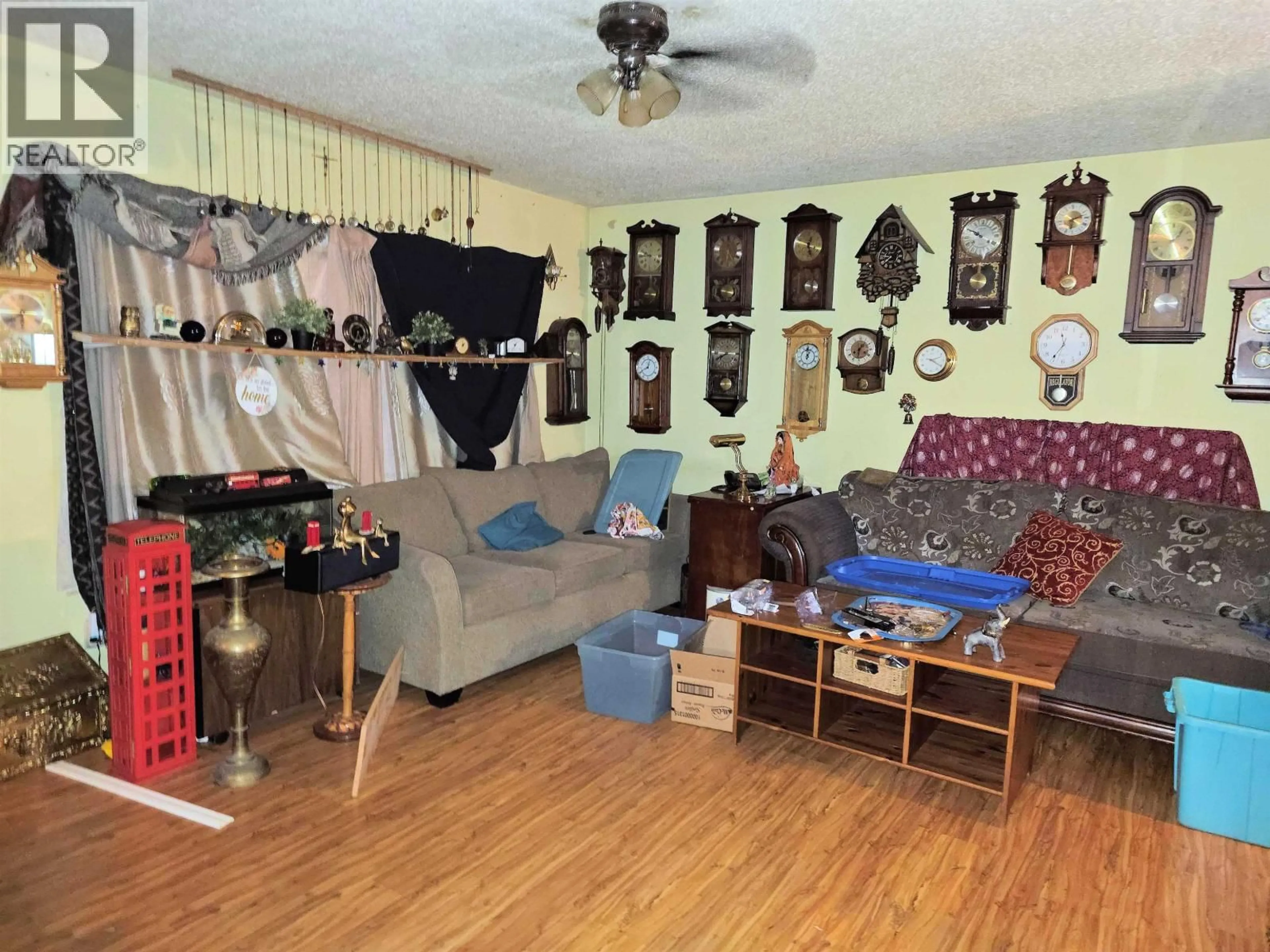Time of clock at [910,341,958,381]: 2:20
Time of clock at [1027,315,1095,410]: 11:35
